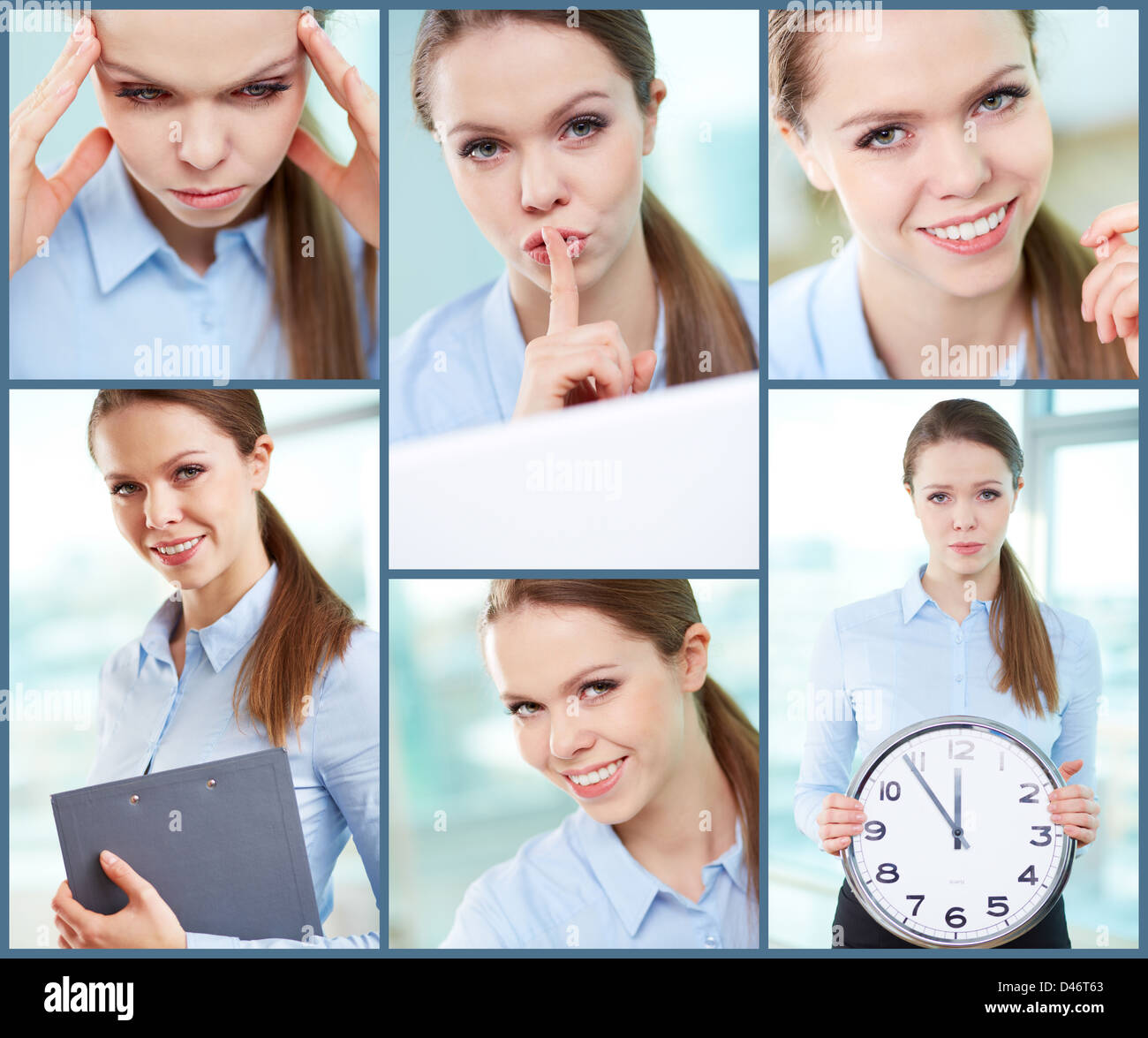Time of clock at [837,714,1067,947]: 11:54
